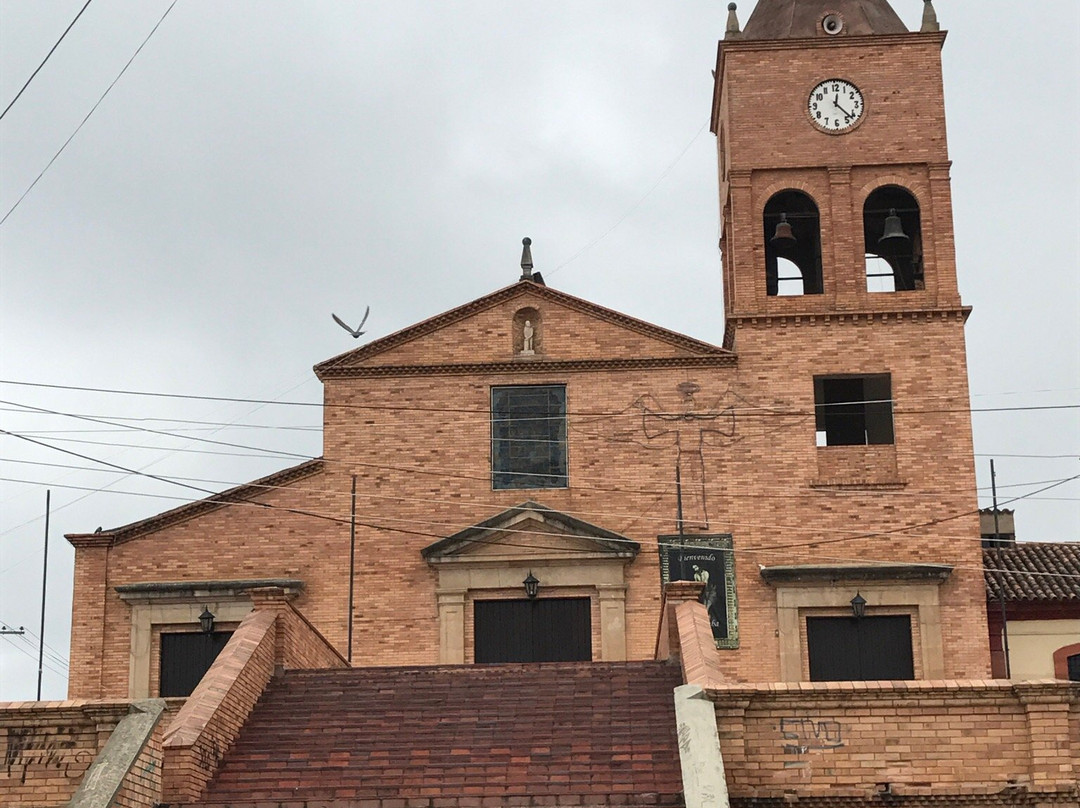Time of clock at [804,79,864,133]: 12:22
